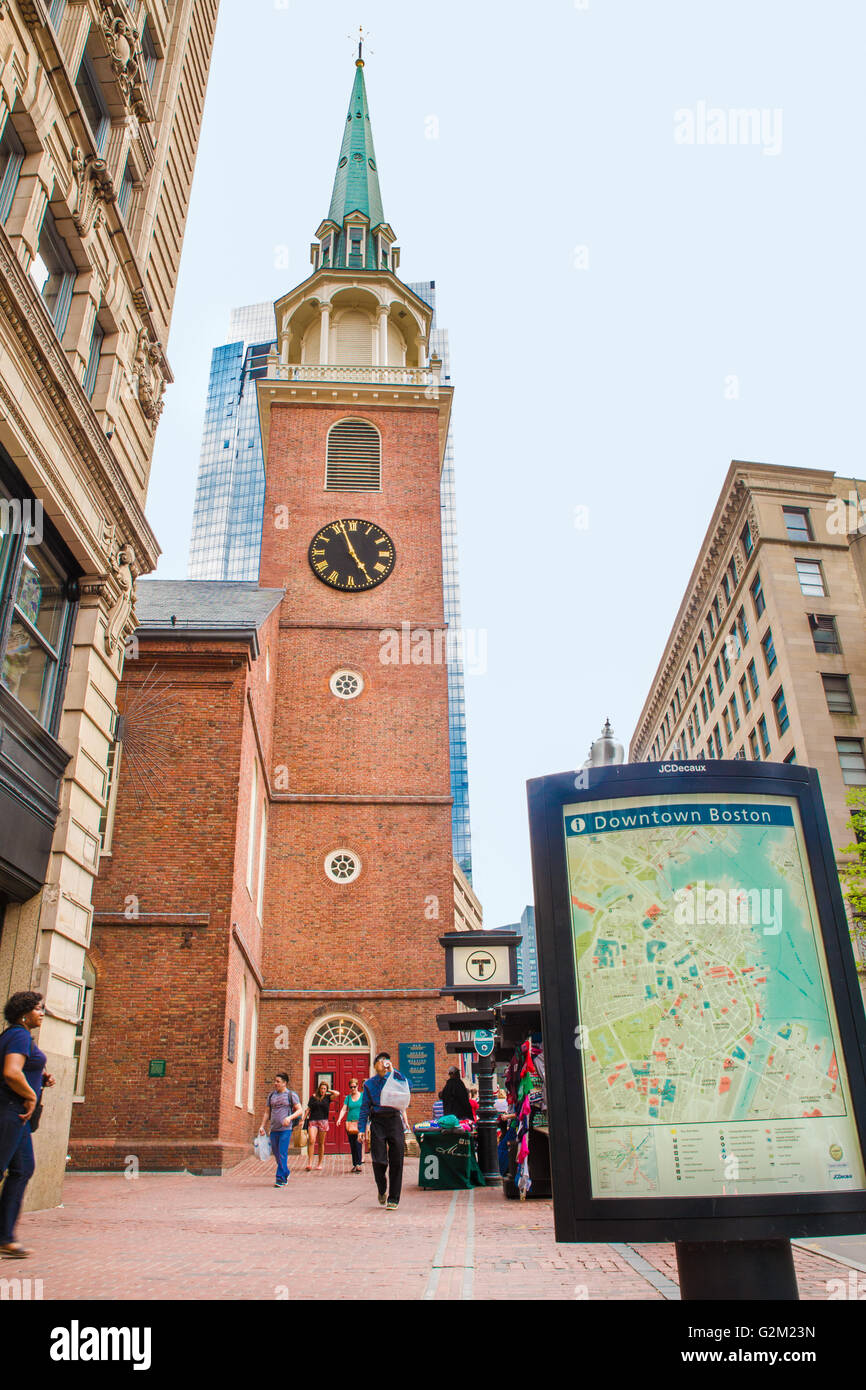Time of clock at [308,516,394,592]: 4:56
